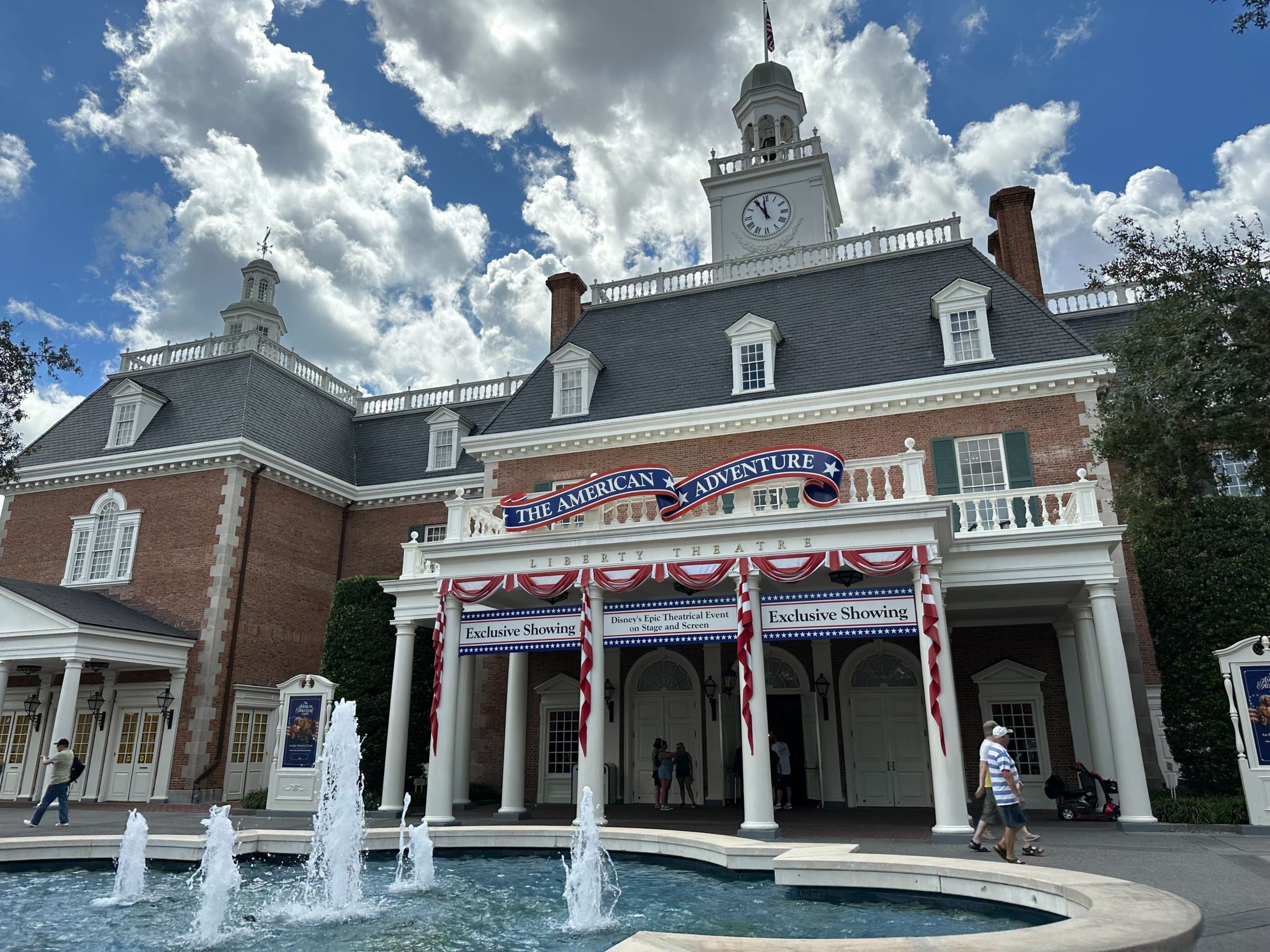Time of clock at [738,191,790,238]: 10:58
